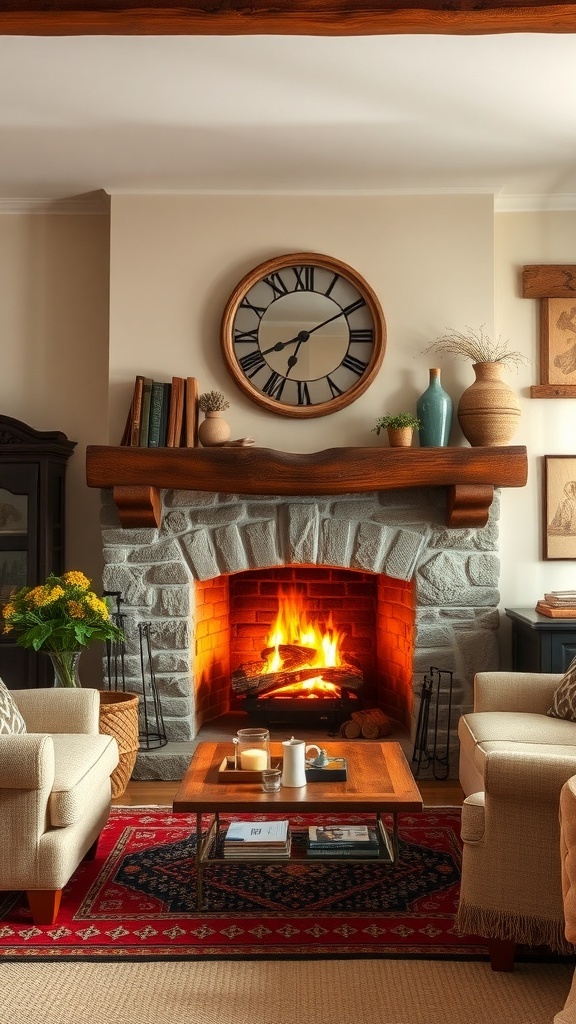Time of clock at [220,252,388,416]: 8:09
